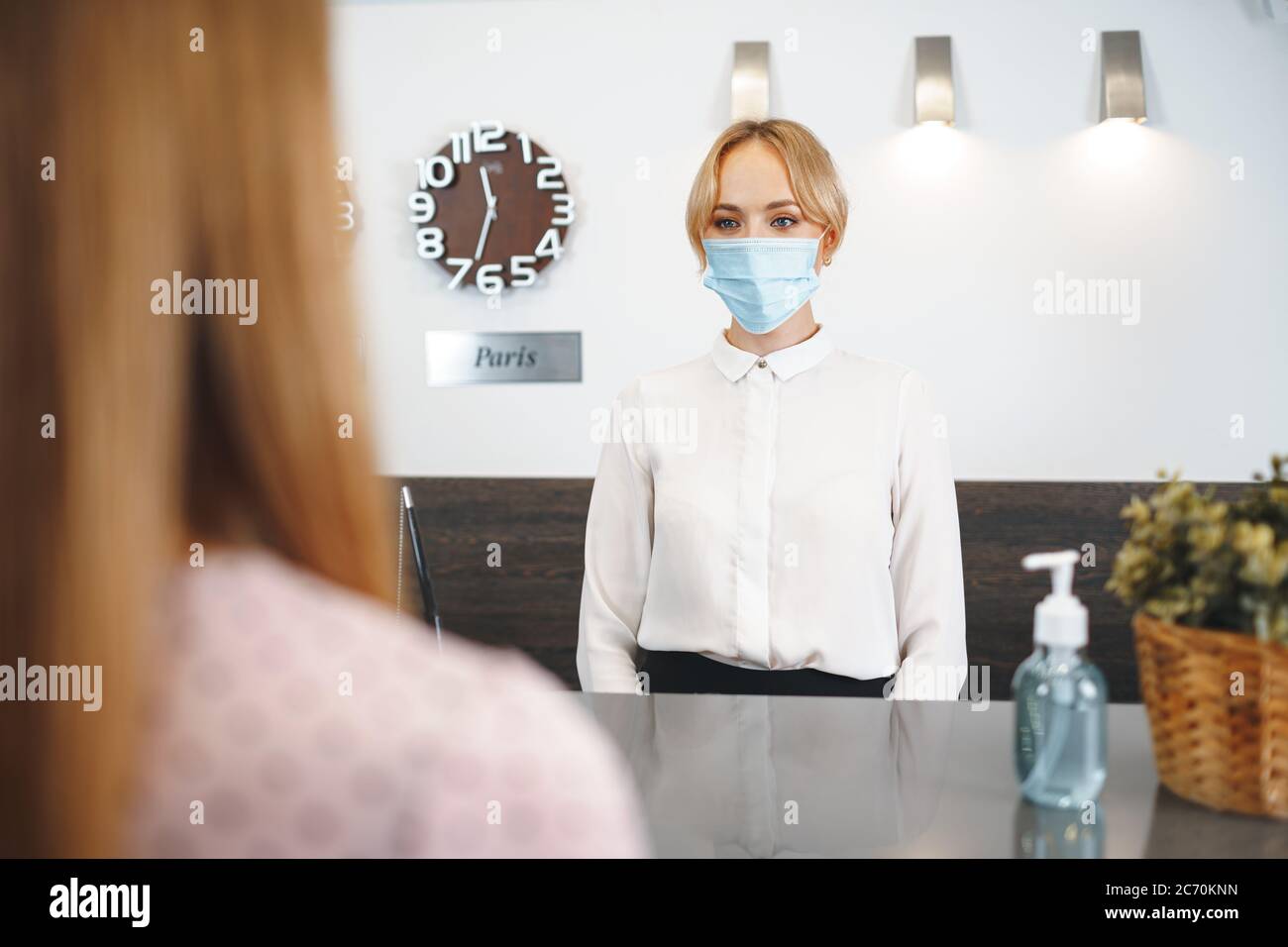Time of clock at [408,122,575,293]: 11:33
